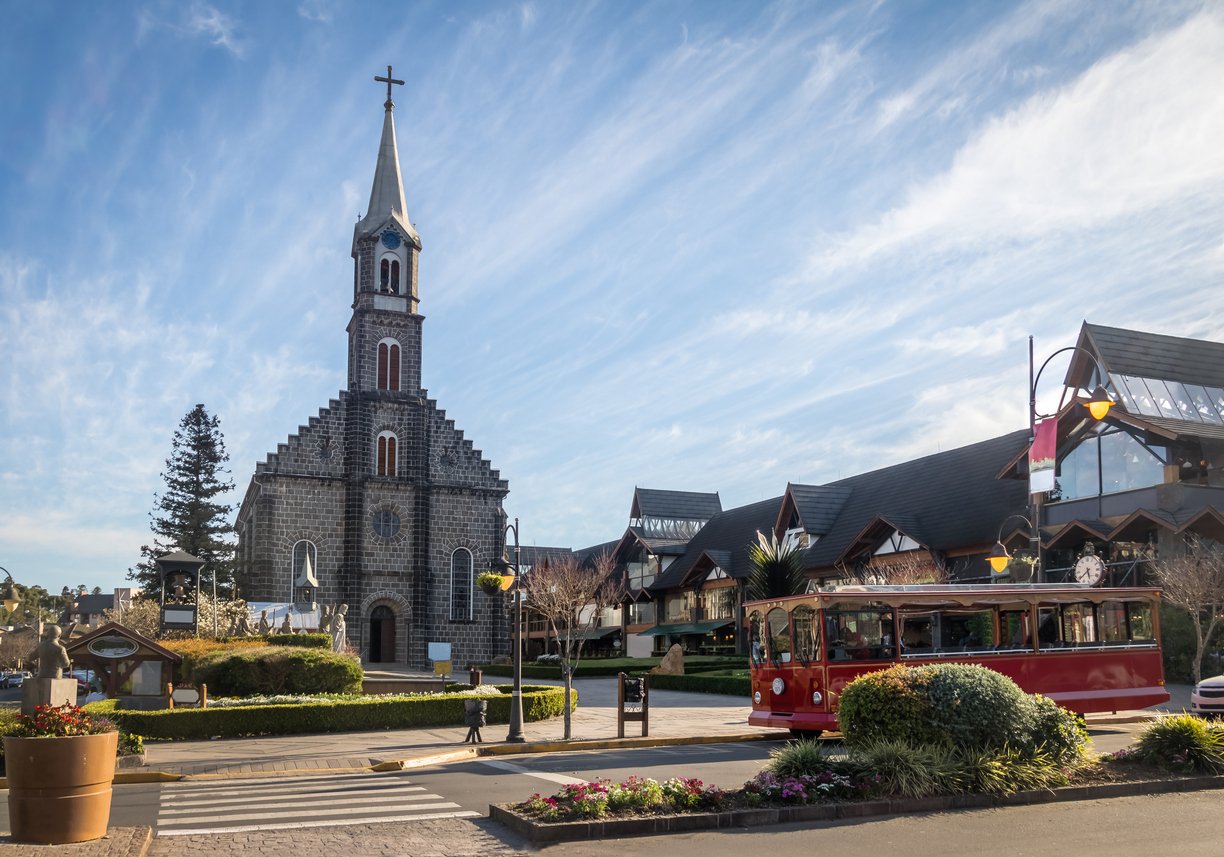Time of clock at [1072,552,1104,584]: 5:38
